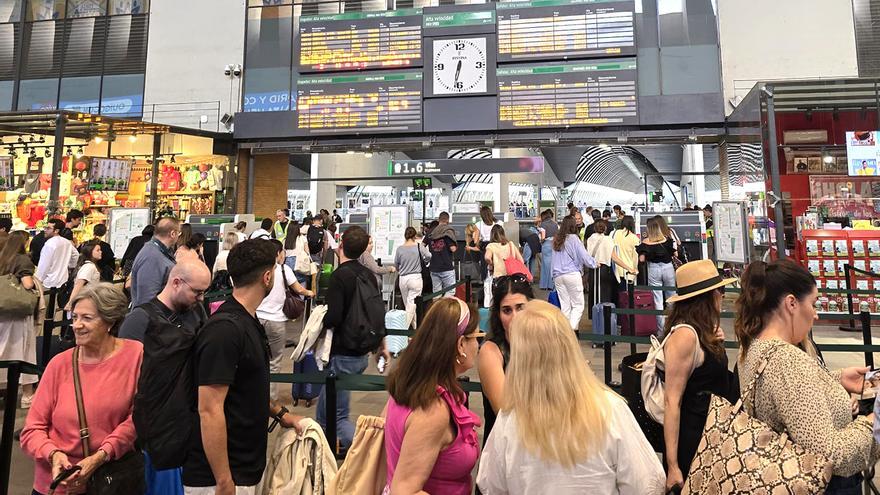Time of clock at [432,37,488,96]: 6:32
